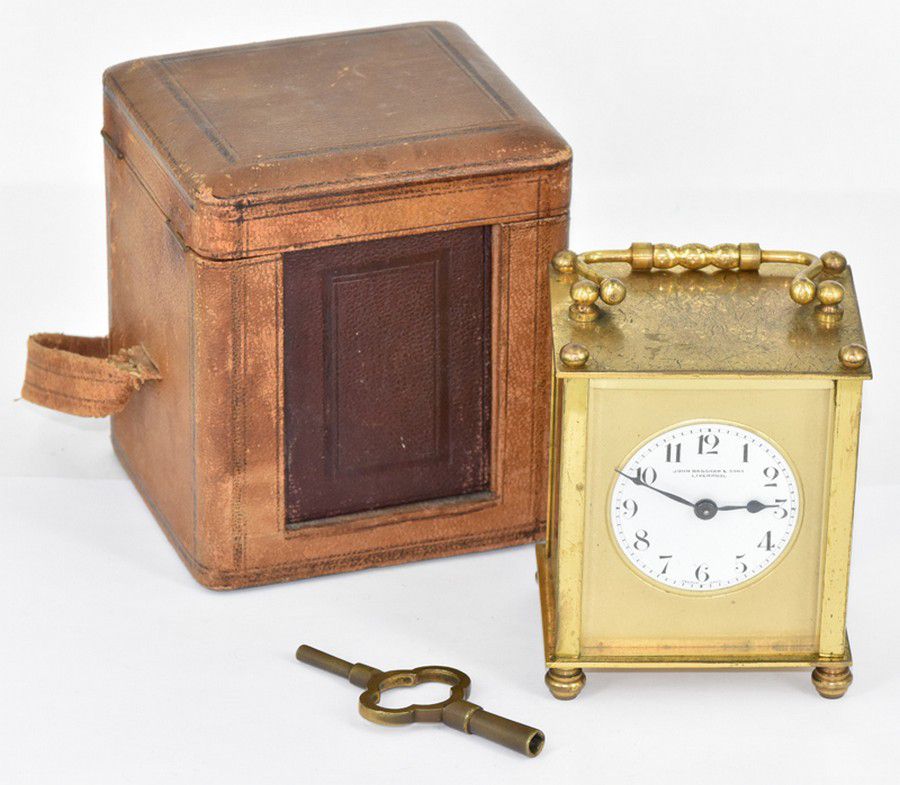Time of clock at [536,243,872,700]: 2:48
